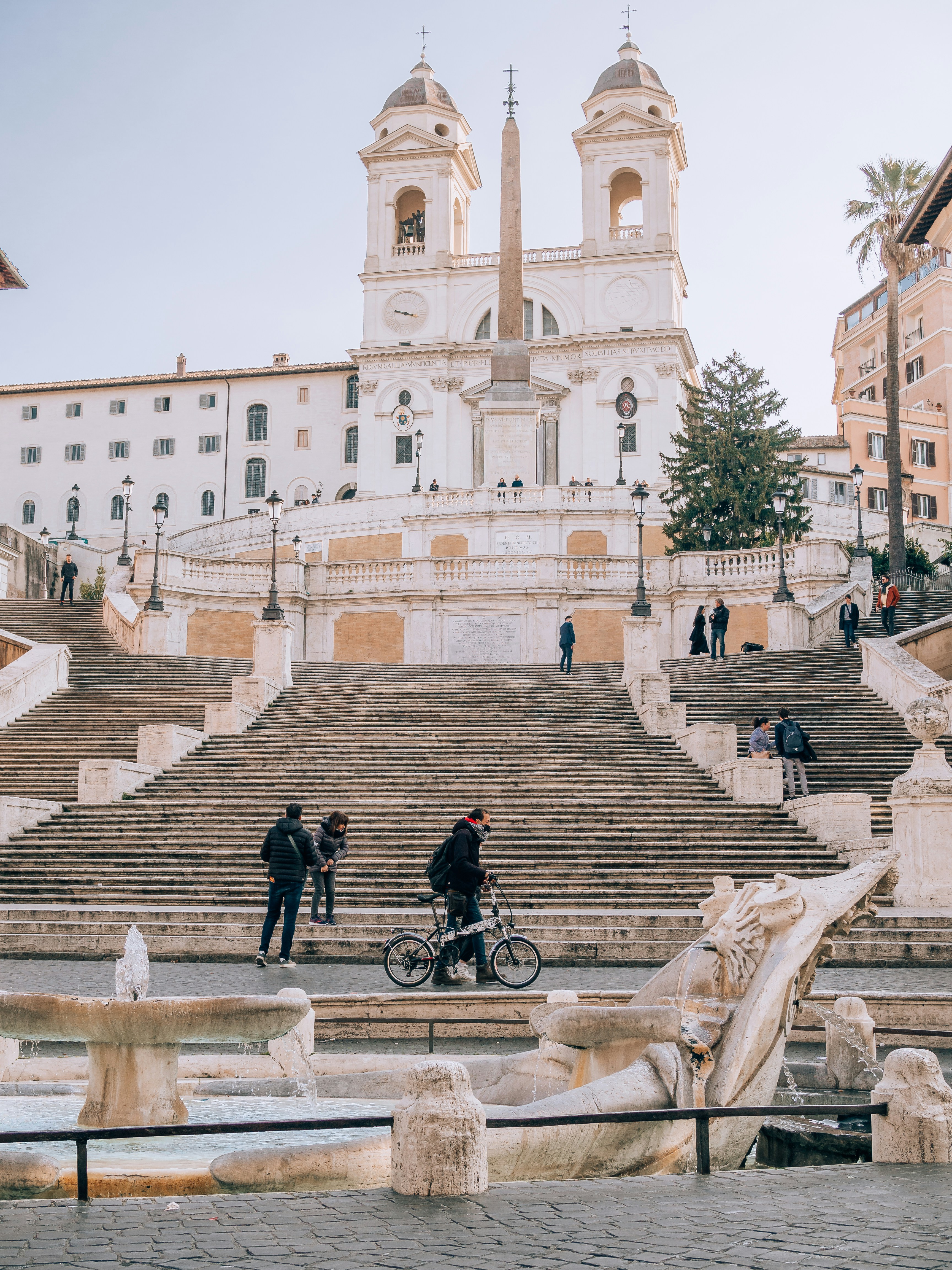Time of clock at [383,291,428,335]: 9:17
